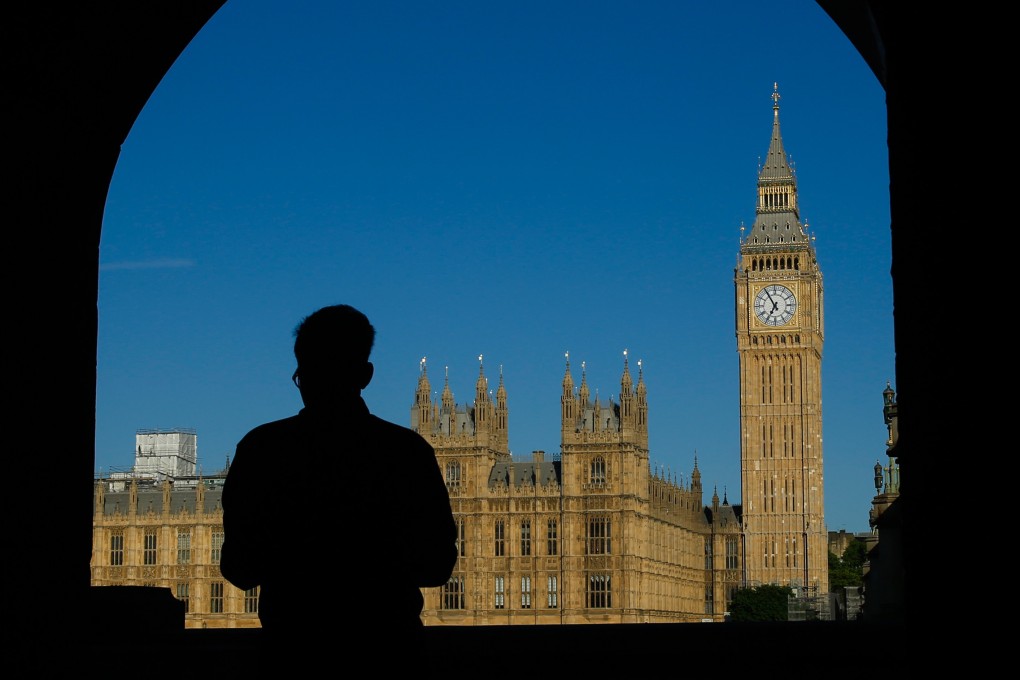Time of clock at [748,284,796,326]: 6:54
